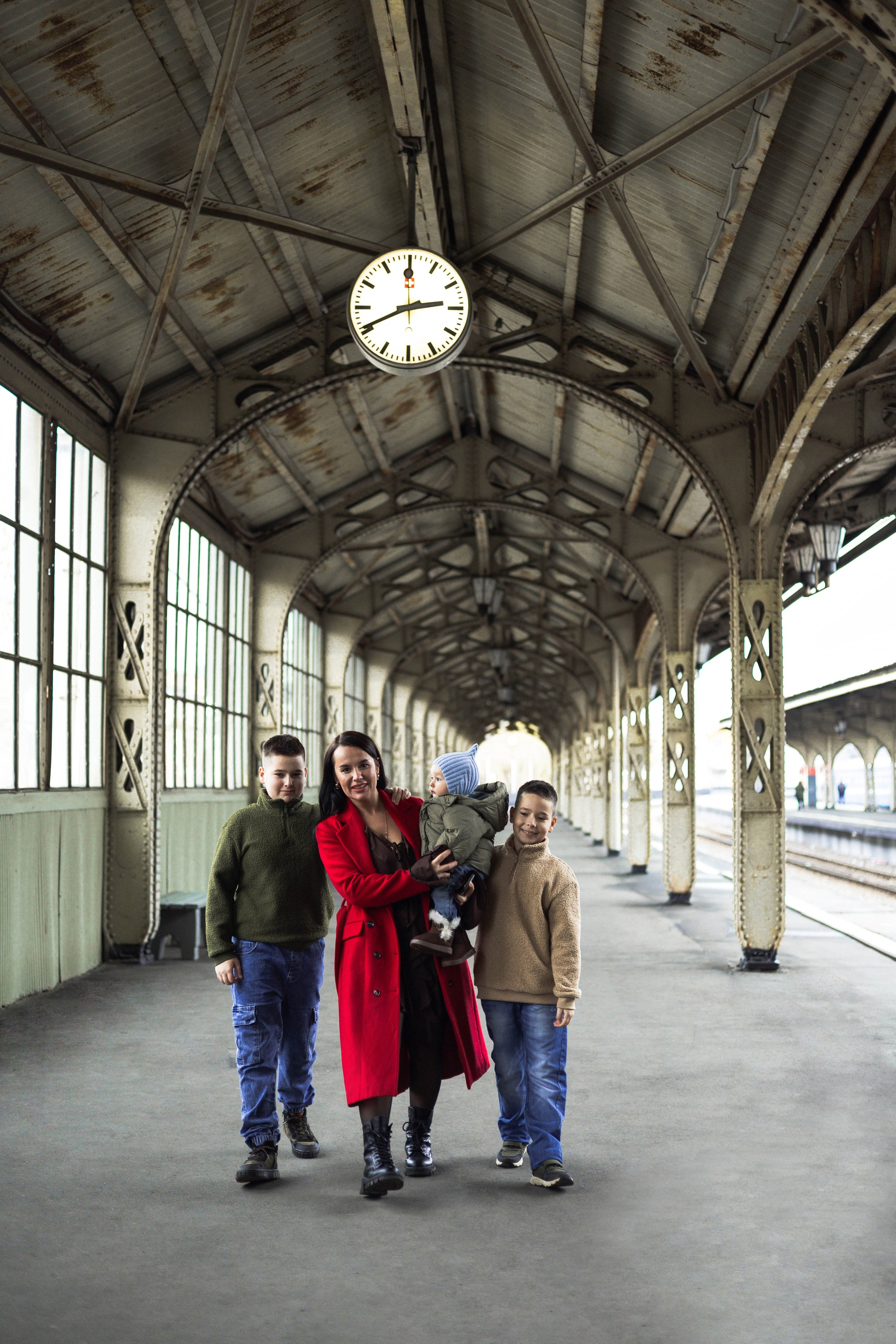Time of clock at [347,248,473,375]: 2:40
